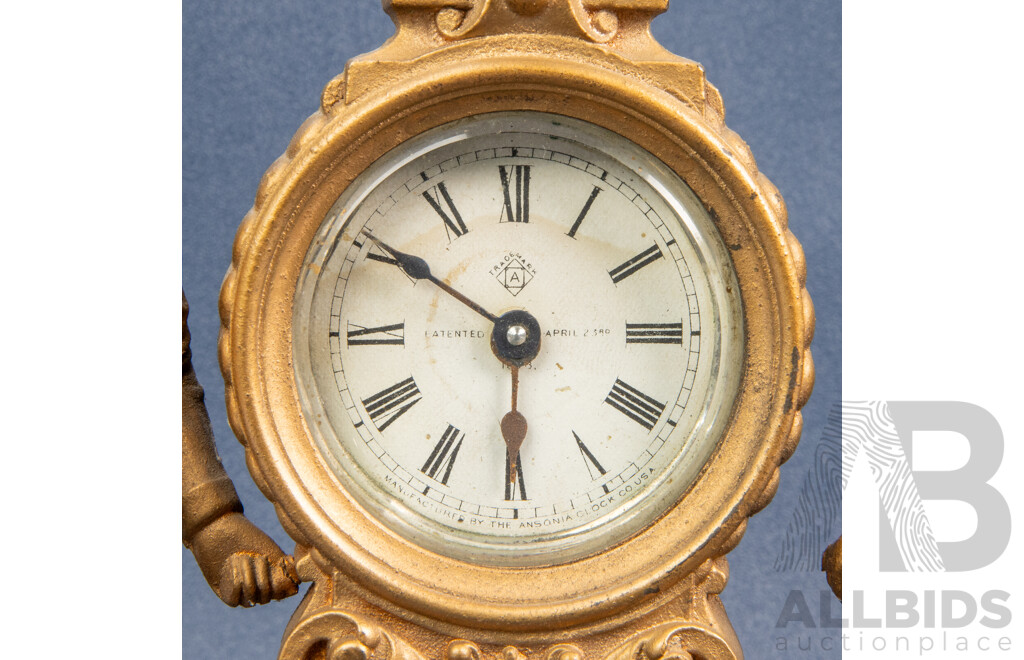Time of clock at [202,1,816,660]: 5:50
